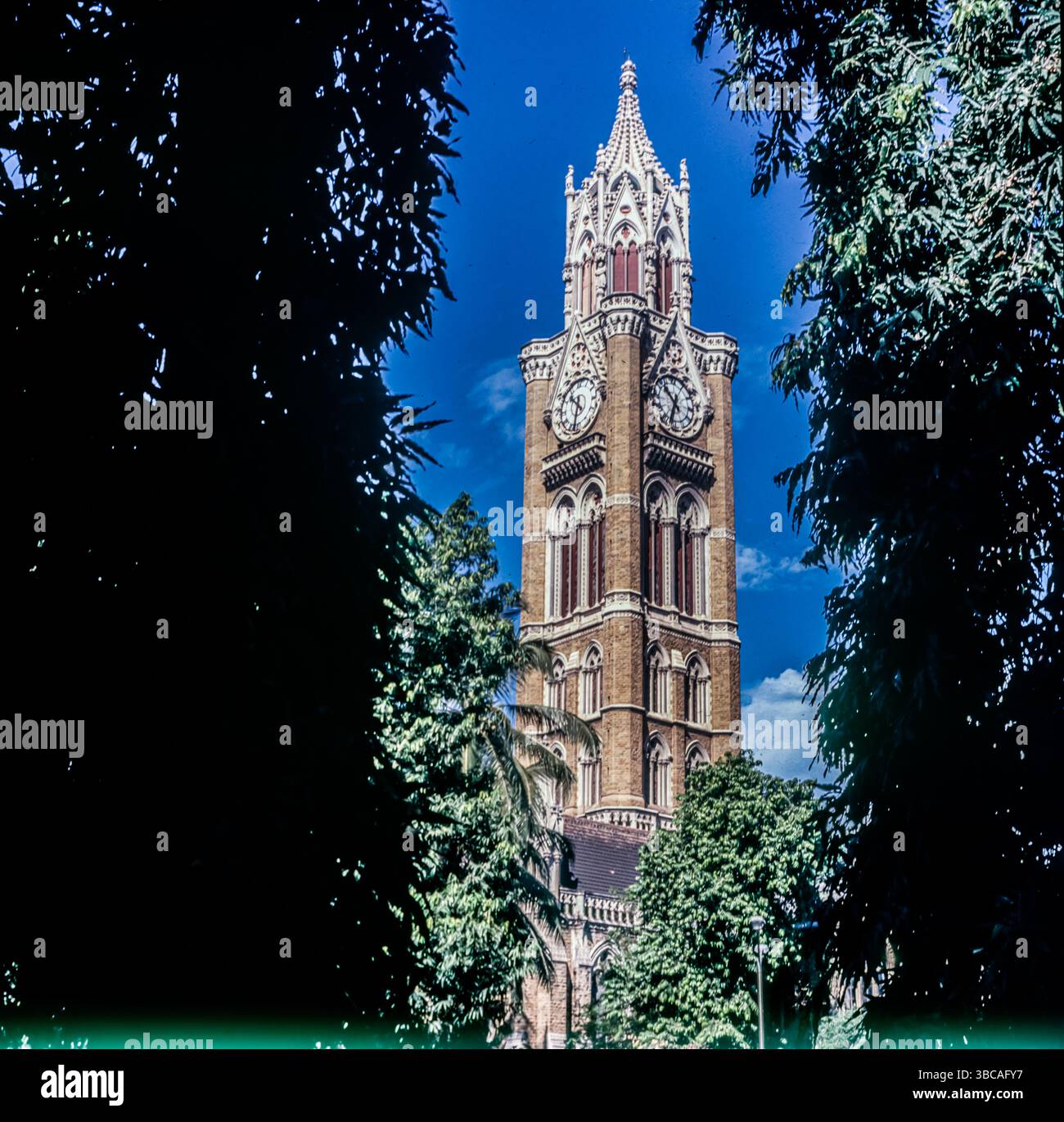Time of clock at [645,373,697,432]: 10:34
